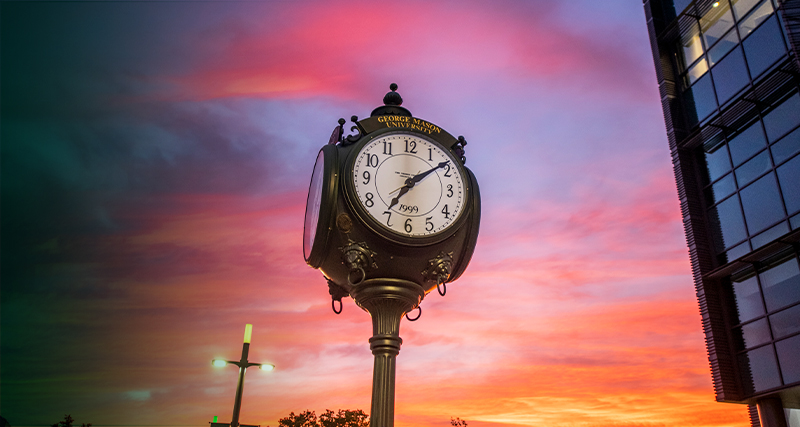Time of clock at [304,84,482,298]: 7:08
